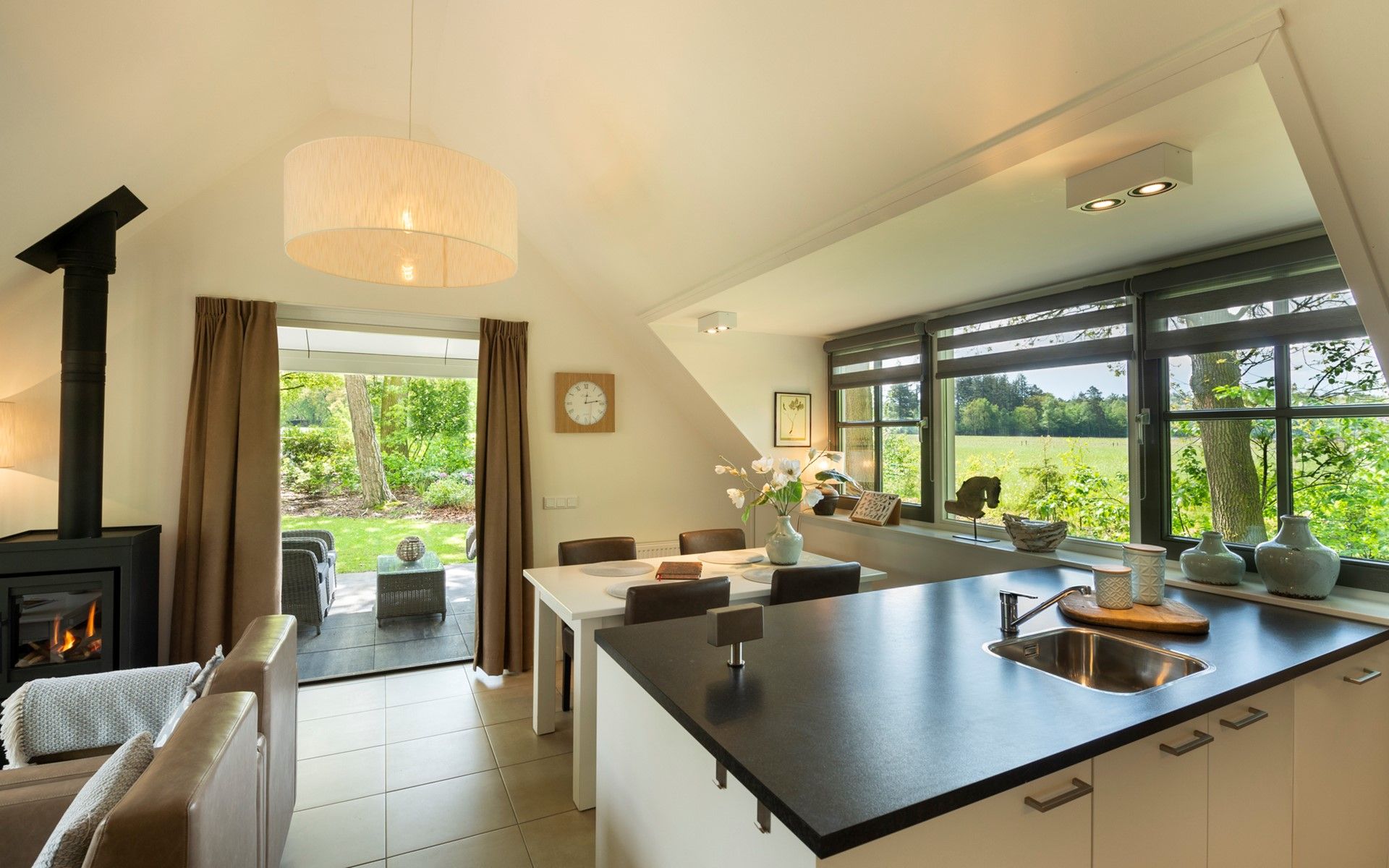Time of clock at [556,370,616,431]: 12:13
